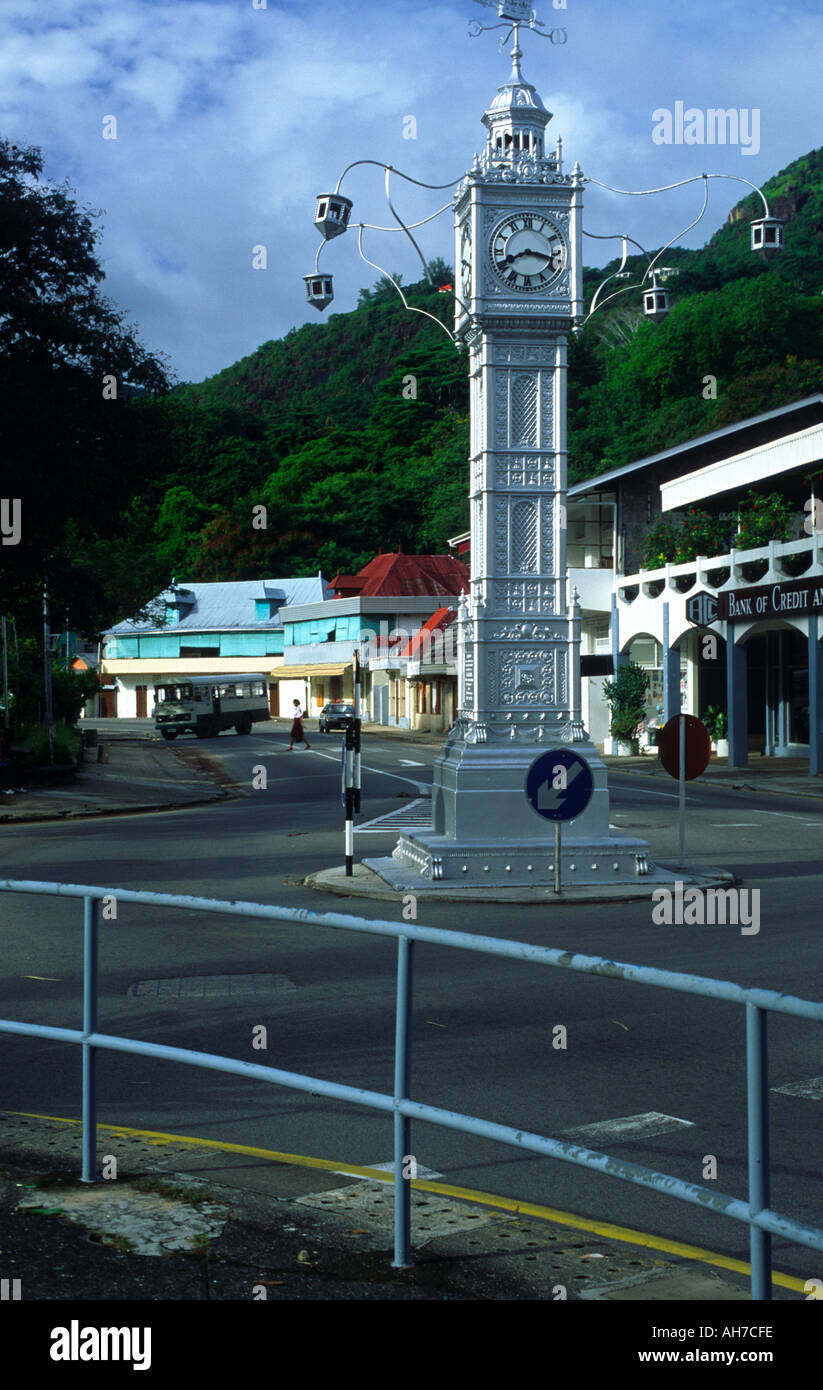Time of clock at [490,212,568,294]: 8:17
